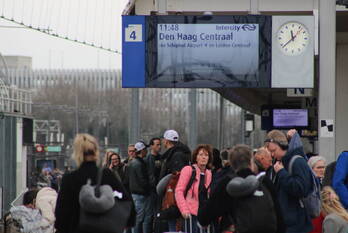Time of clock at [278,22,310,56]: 11:38
